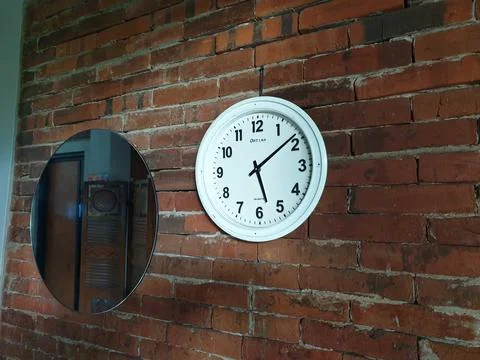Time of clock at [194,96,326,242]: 5:08
